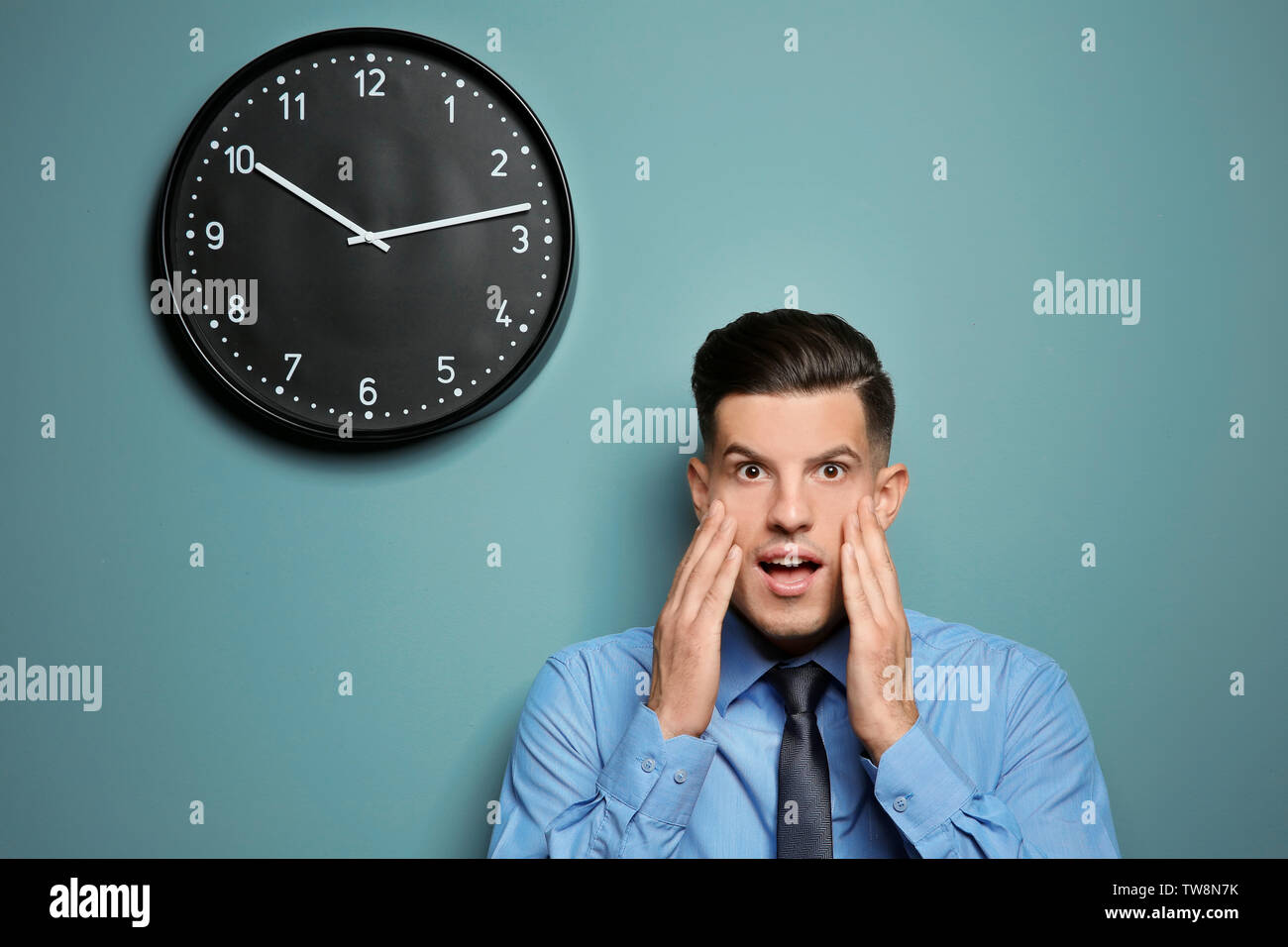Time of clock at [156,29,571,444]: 10:13
